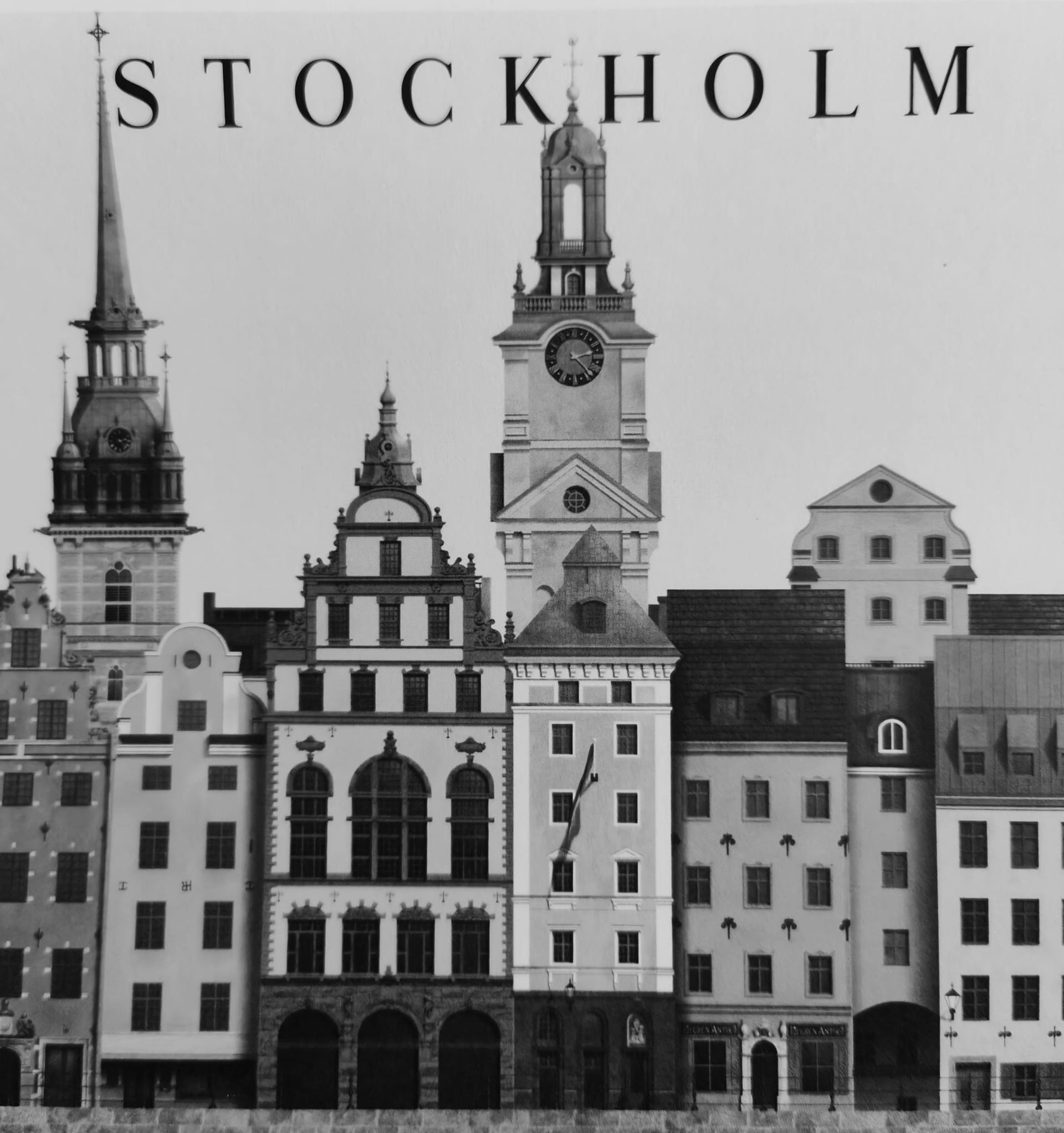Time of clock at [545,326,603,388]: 2:22
